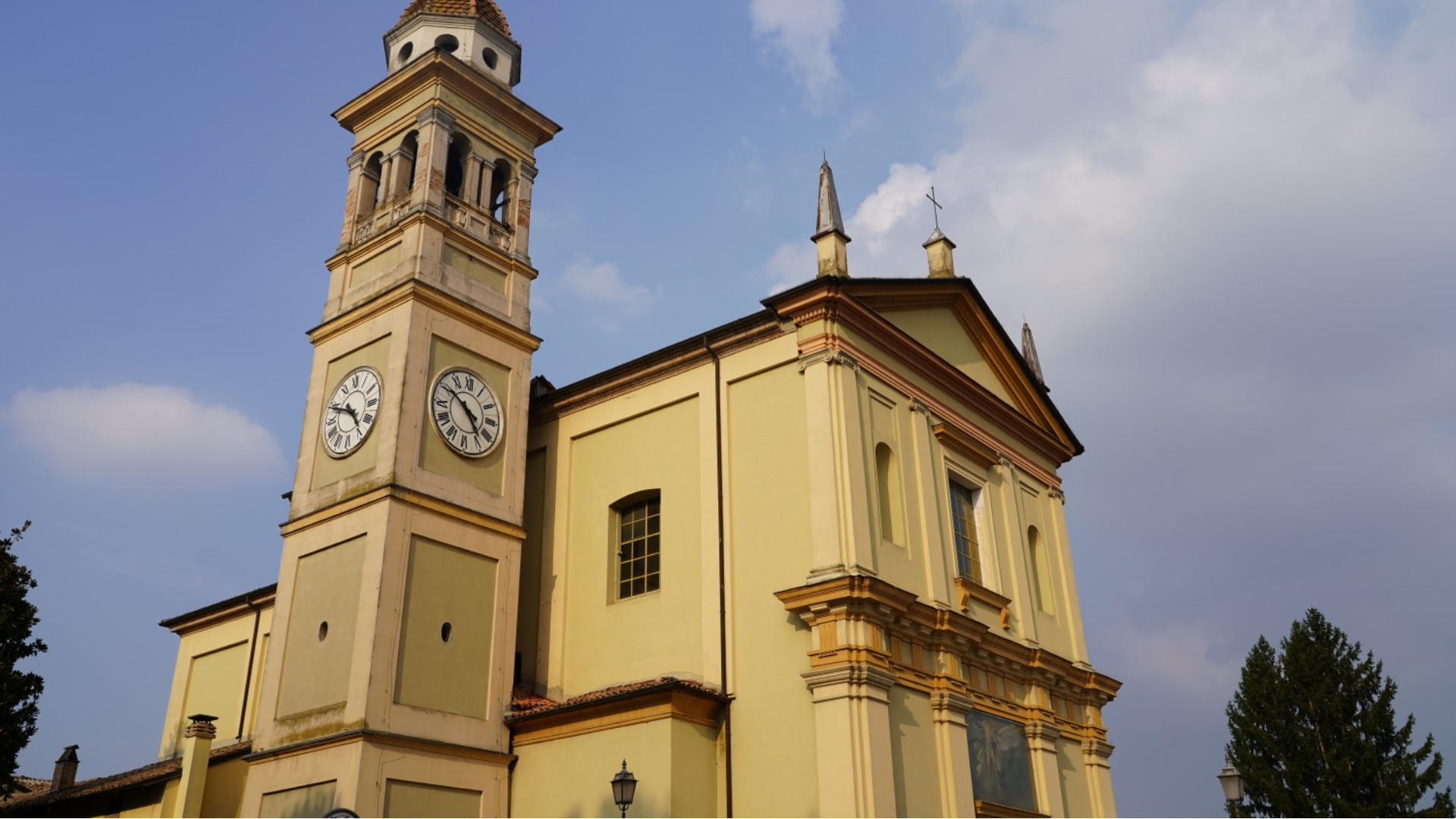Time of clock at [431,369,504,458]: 4:50
